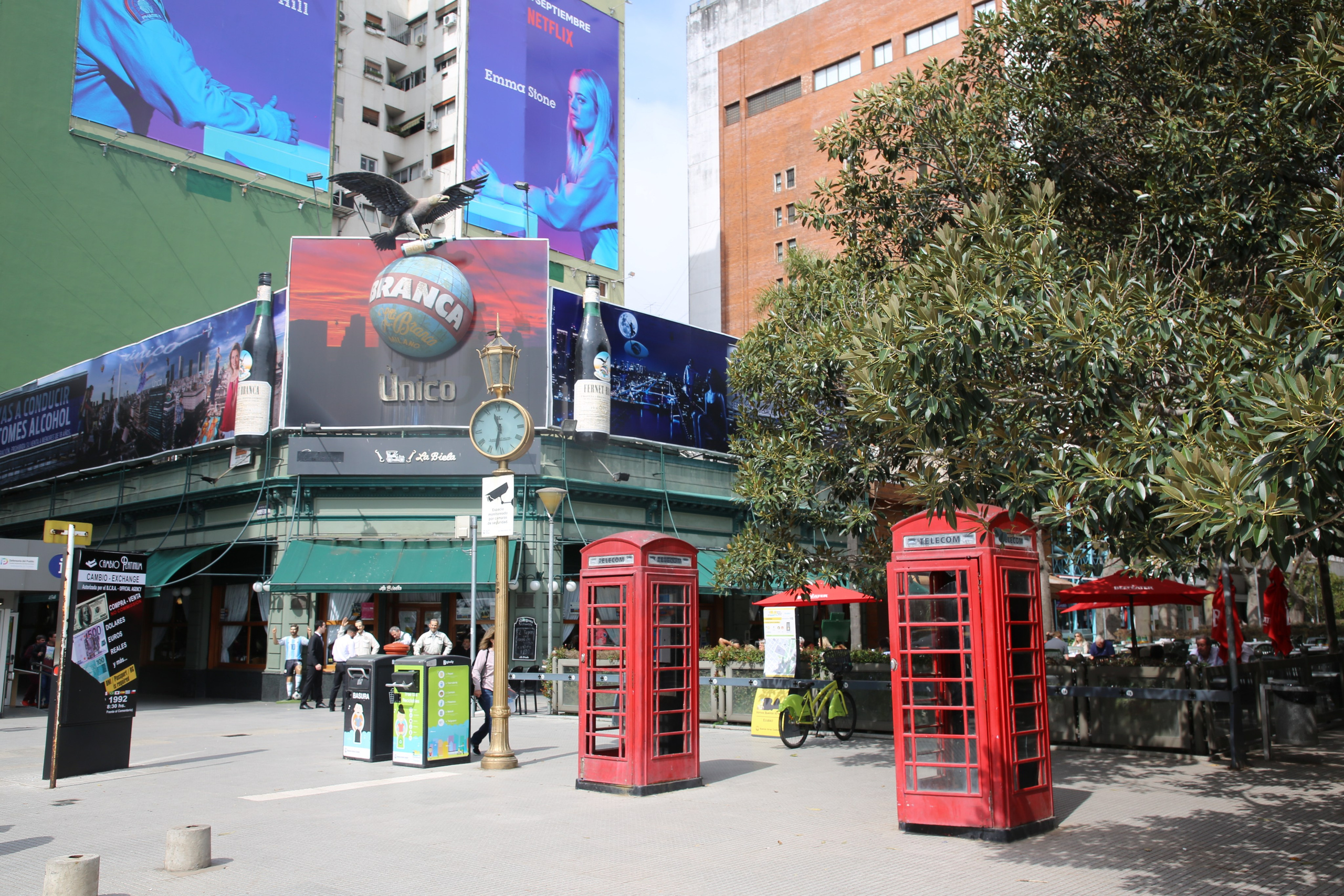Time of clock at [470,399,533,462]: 11:32
